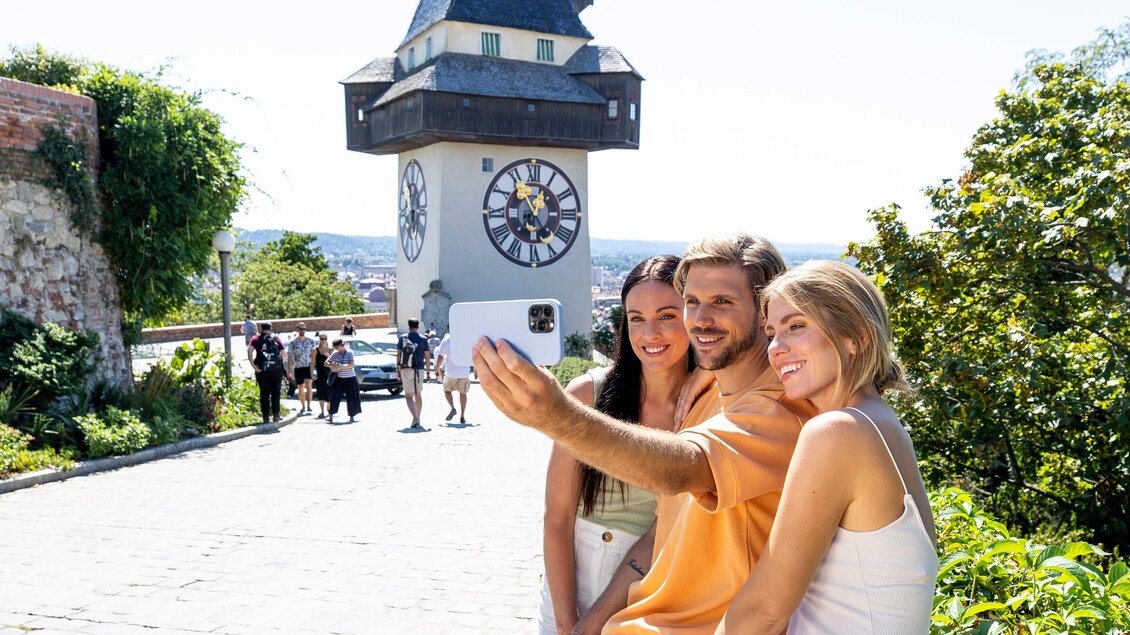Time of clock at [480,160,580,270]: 12:55
